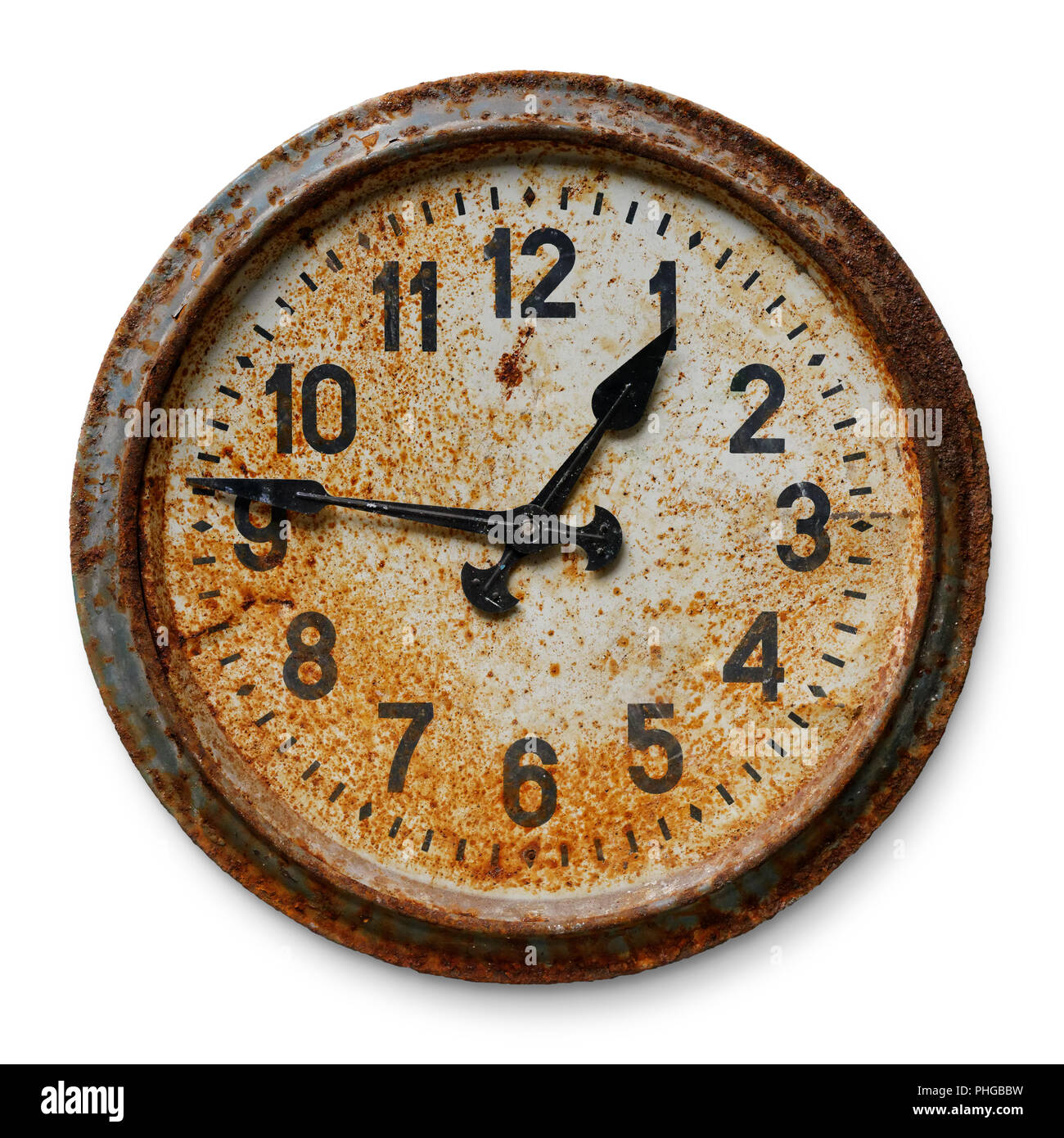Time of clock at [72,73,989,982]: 12:46
